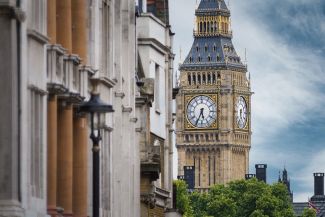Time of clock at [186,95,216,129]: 5:34
